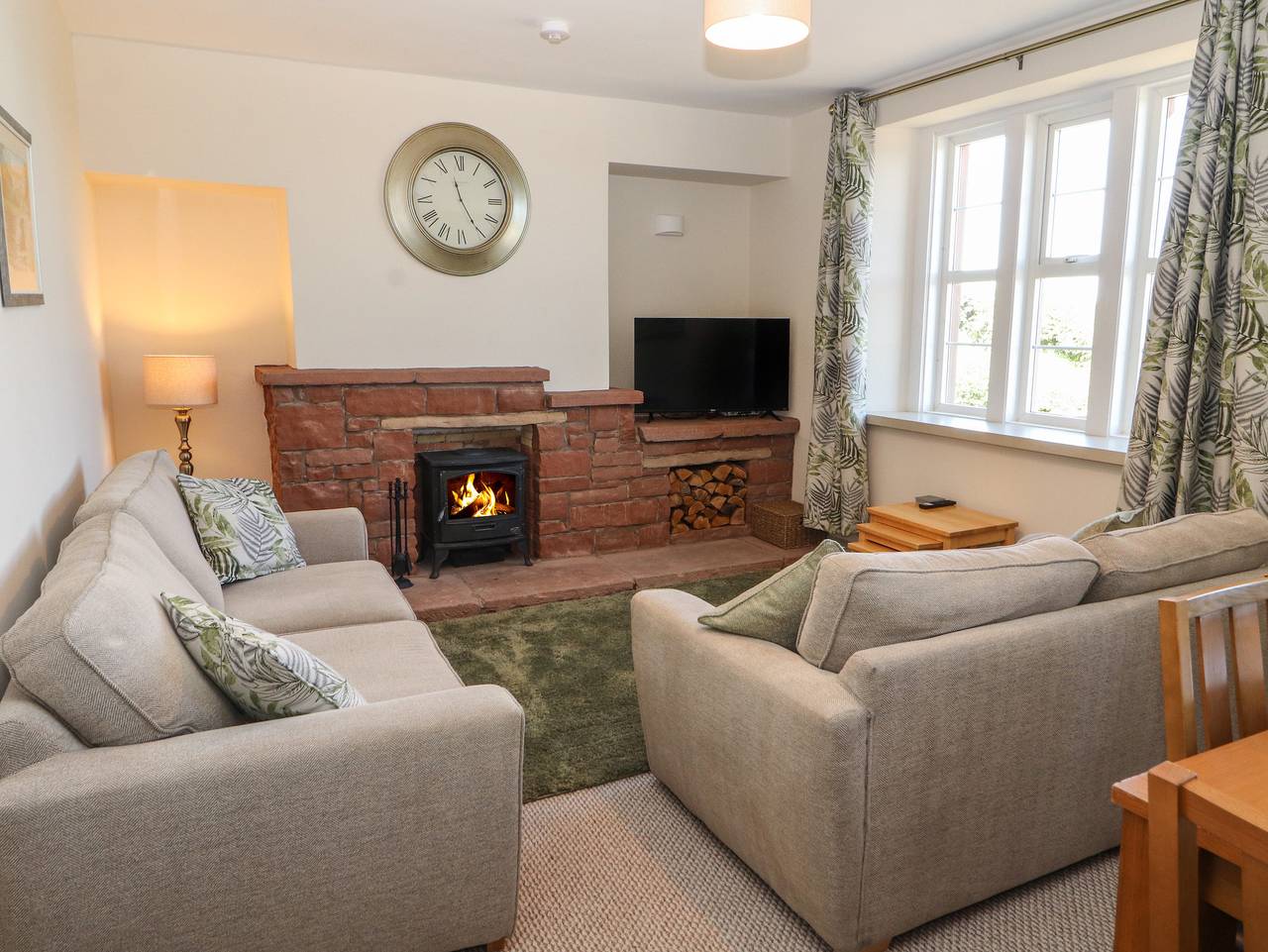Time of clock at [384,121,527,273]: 11:25
